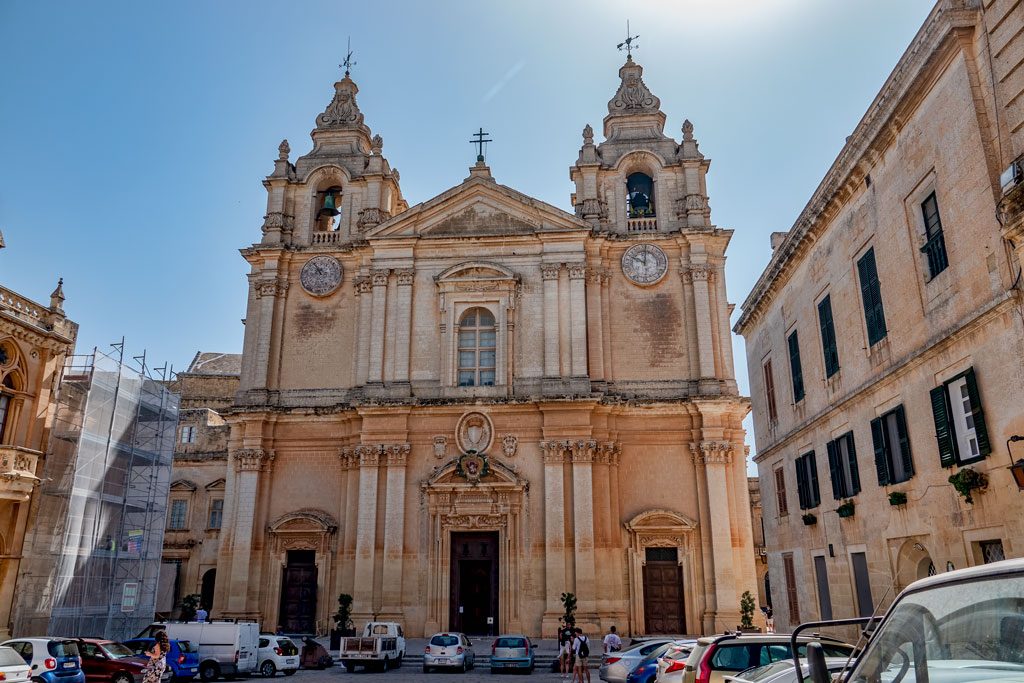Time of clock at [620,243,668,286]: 10:00
